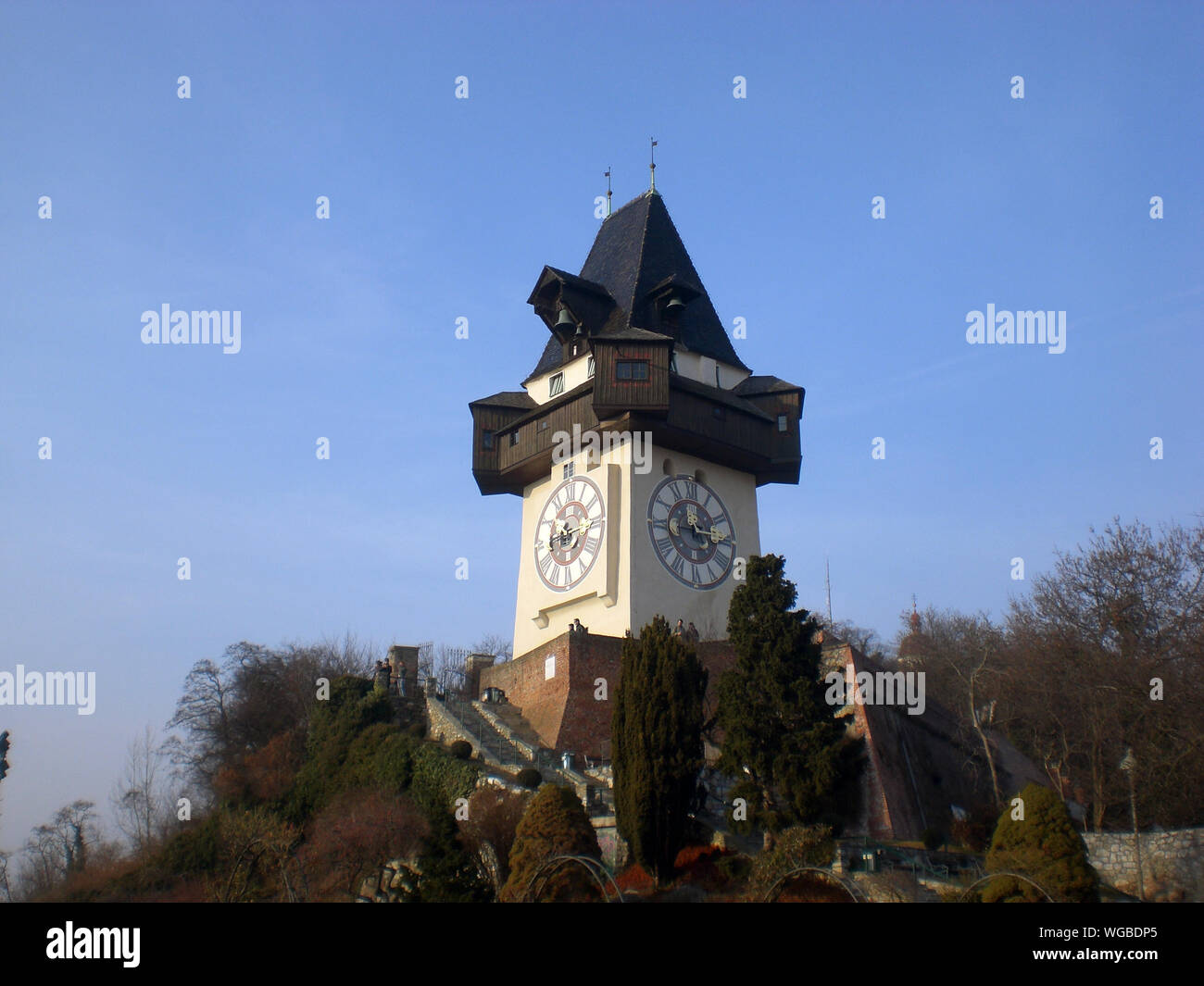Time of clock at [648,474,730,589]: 11:15
